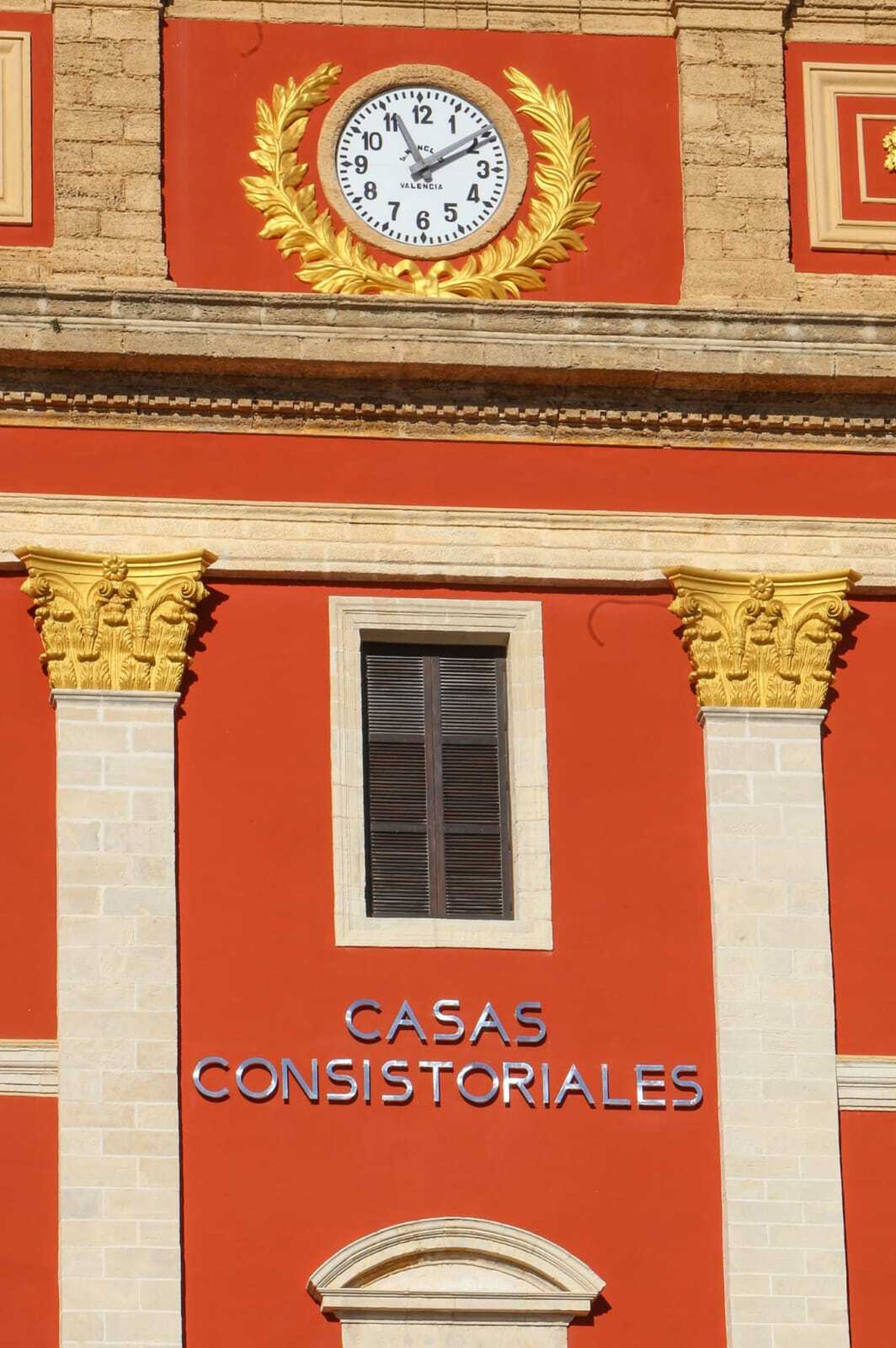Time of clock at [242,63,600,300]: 1:56
